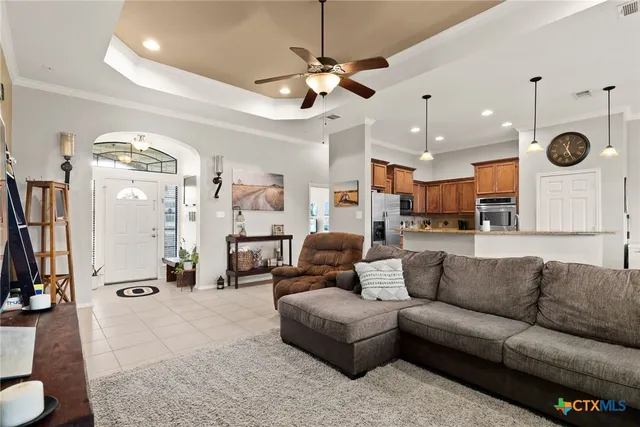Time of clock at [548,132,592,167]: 12:25
